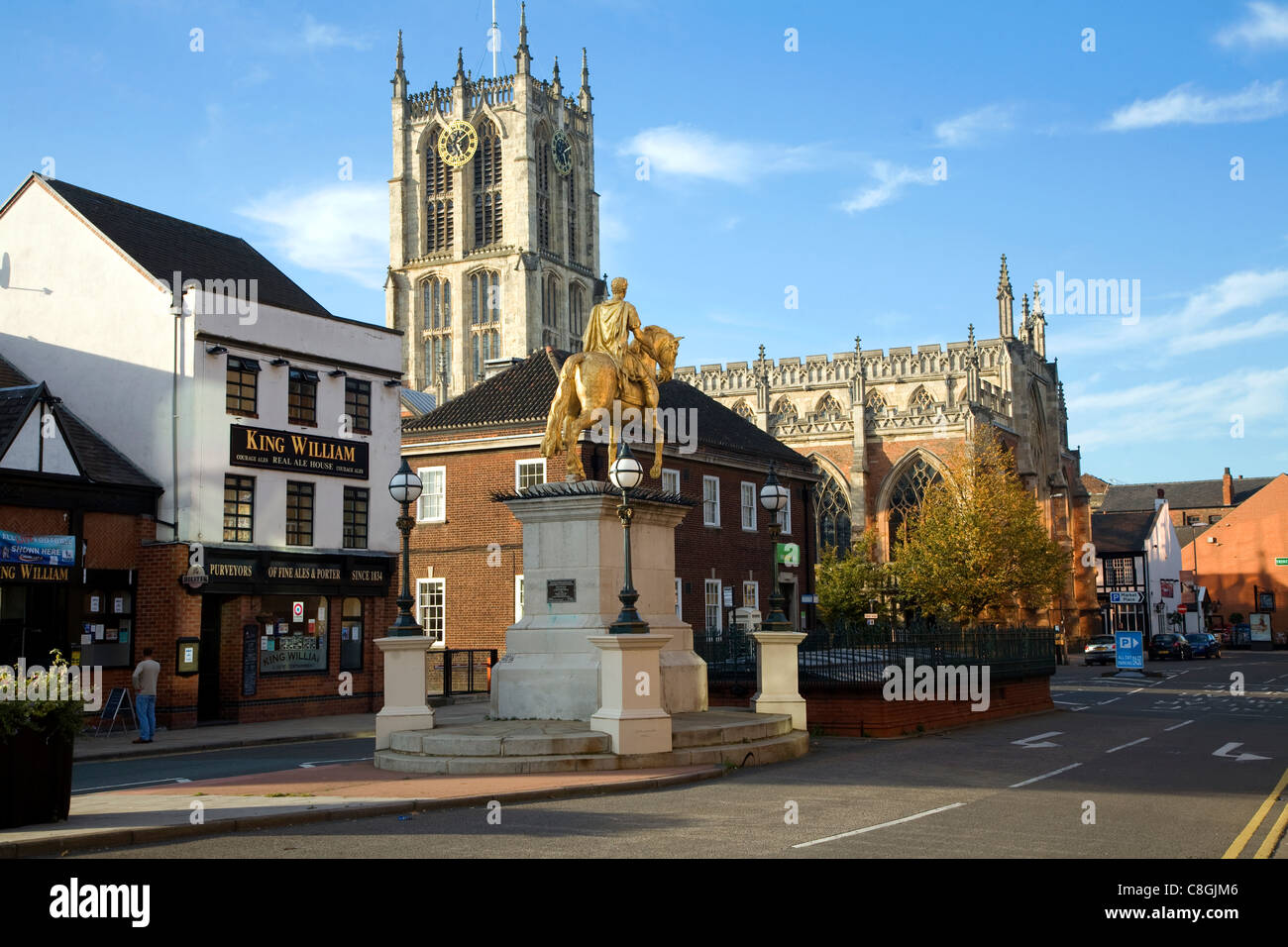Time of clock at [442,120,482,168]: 5:07
